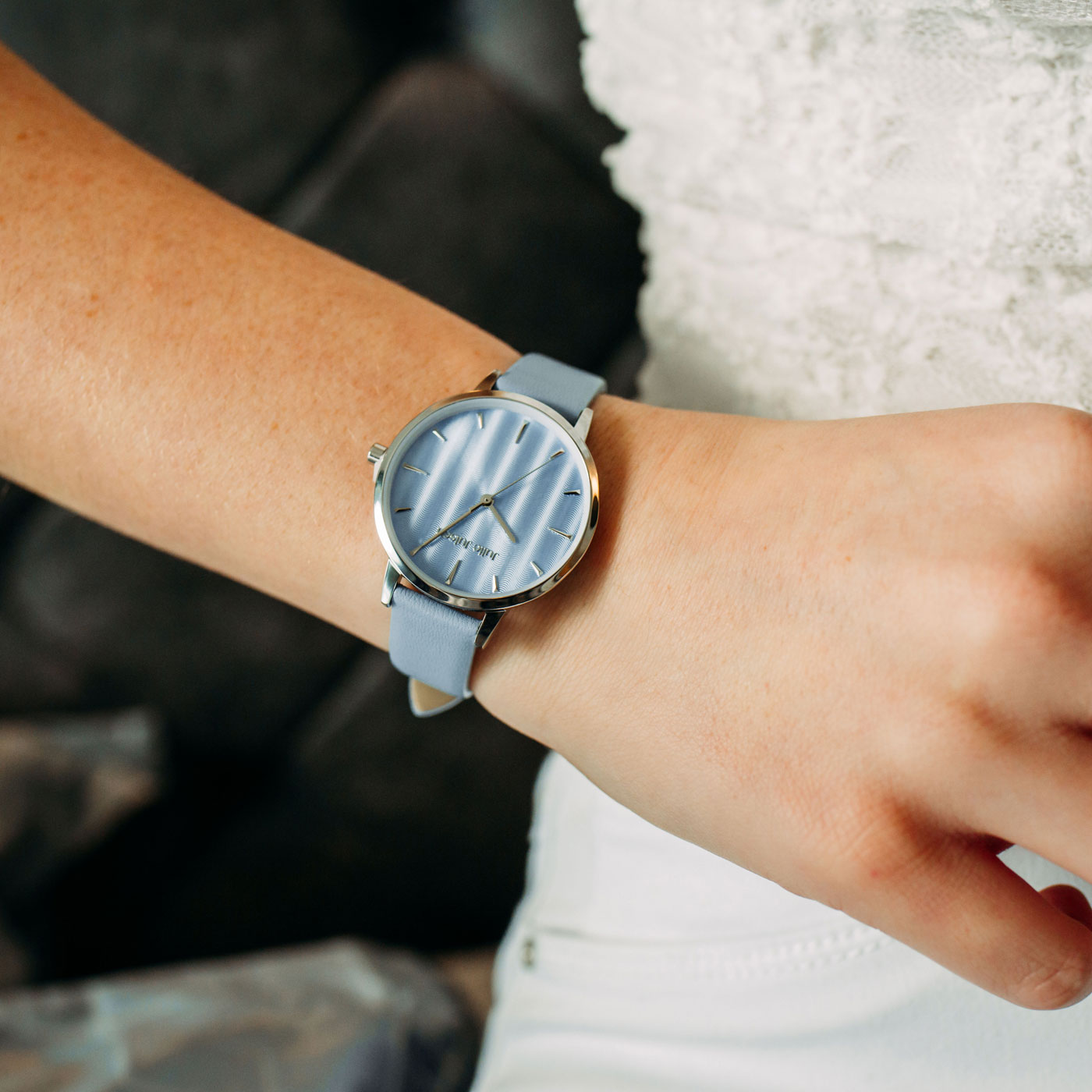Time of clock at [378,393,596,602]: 12:39
